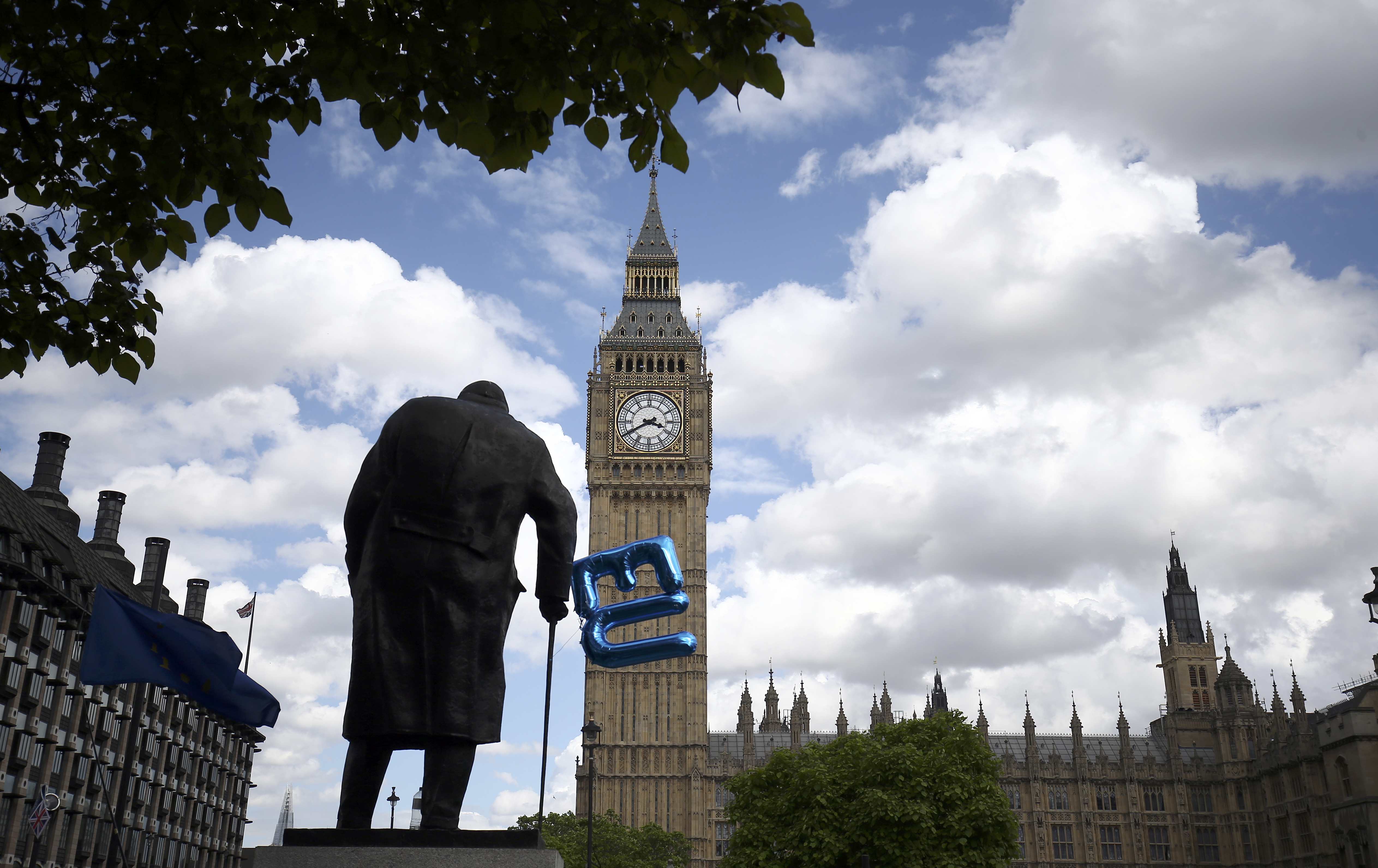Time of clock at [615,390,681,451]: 3:40
